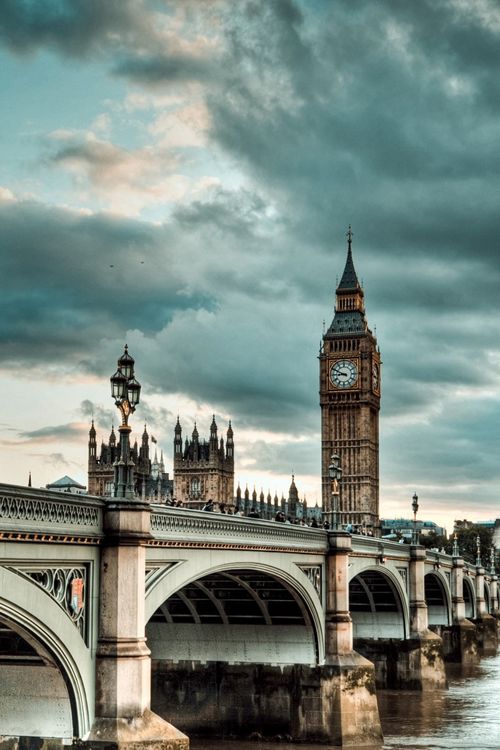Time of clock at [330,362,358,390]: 8:49
